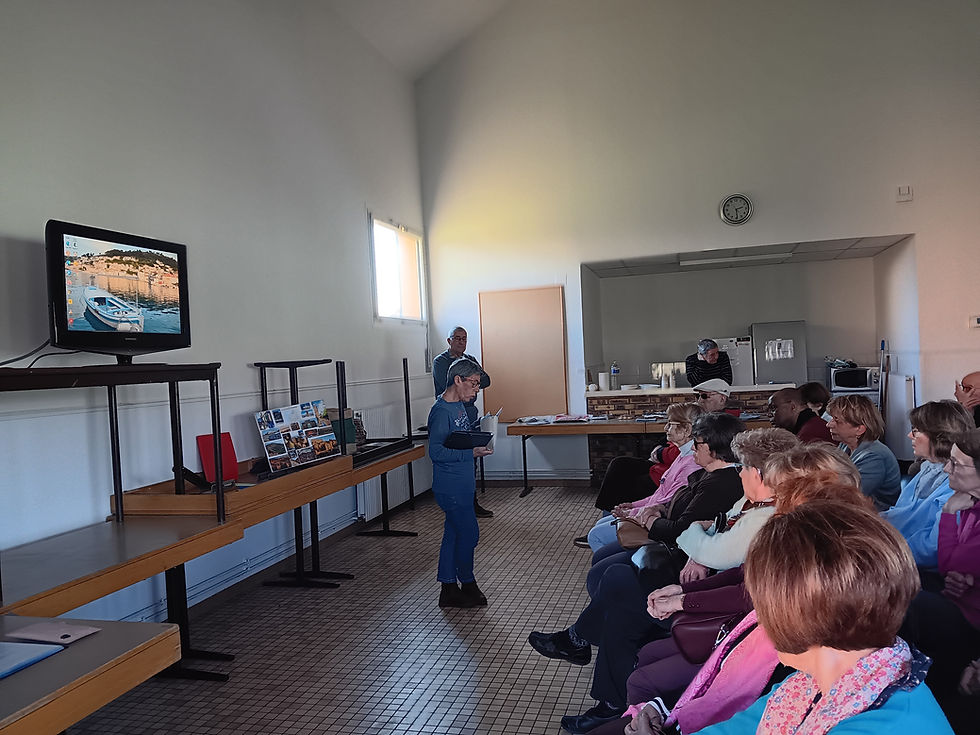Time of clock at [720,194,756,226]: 2:29
